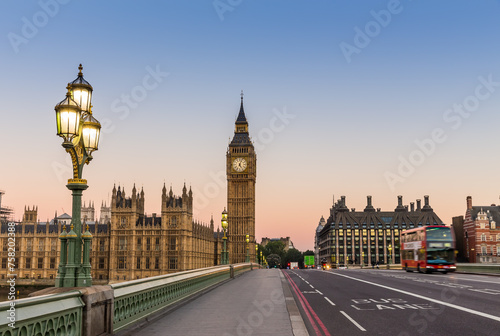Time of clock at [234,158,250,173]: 5:03
